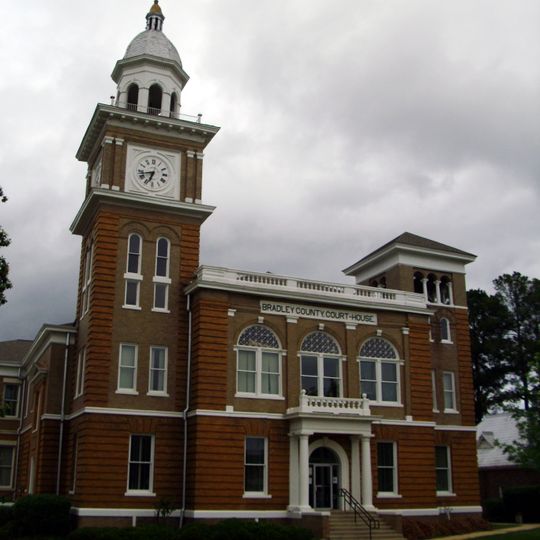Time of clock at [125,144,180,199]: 6:42
